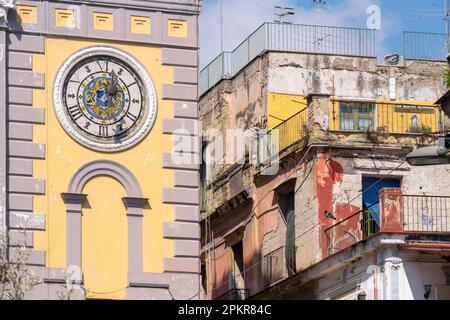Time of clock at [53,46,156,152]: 12:24
